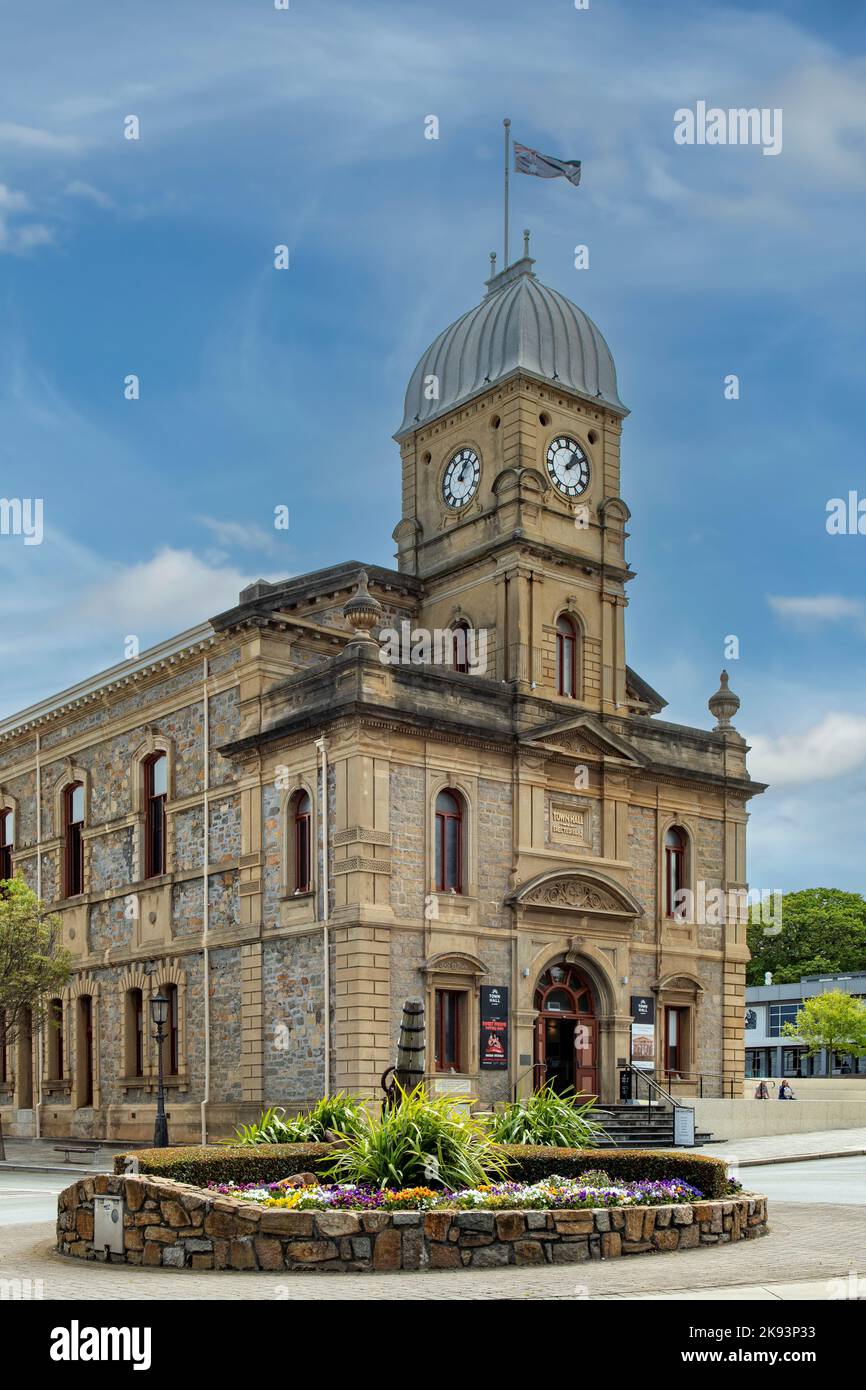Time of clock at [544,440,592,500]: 1:09
